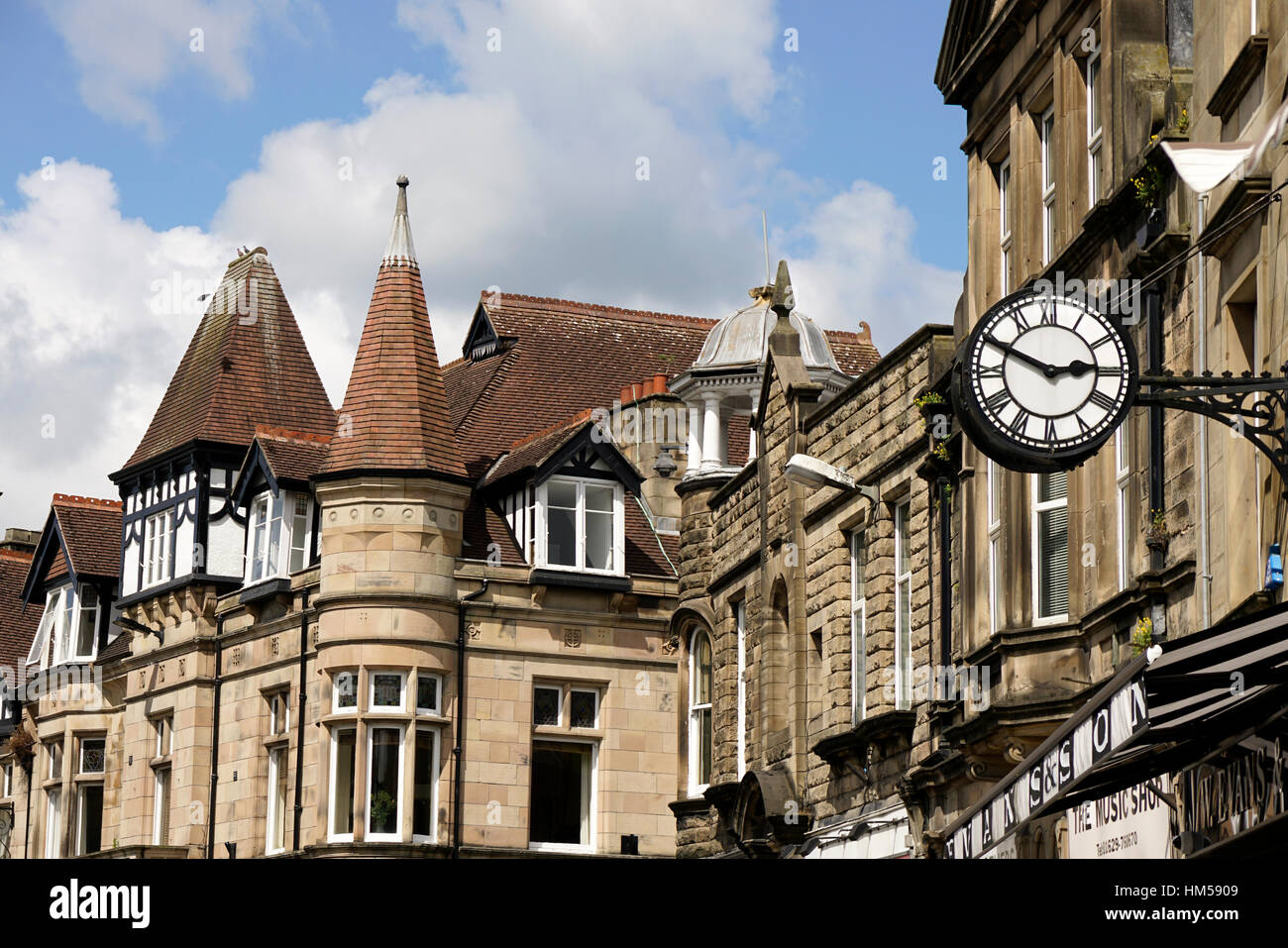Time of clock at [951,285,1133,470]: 2:49
